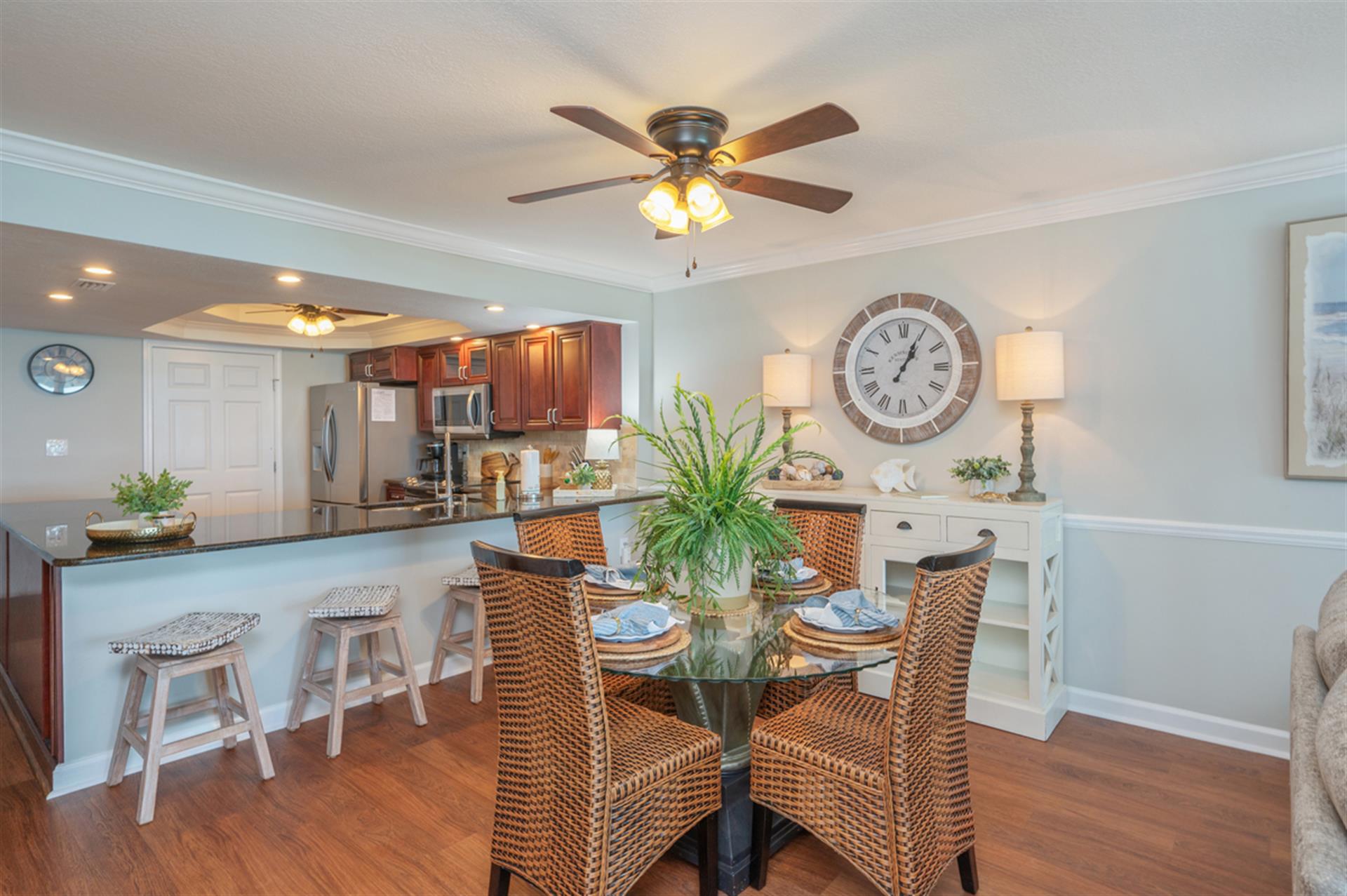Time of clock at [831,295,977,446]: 1:04
